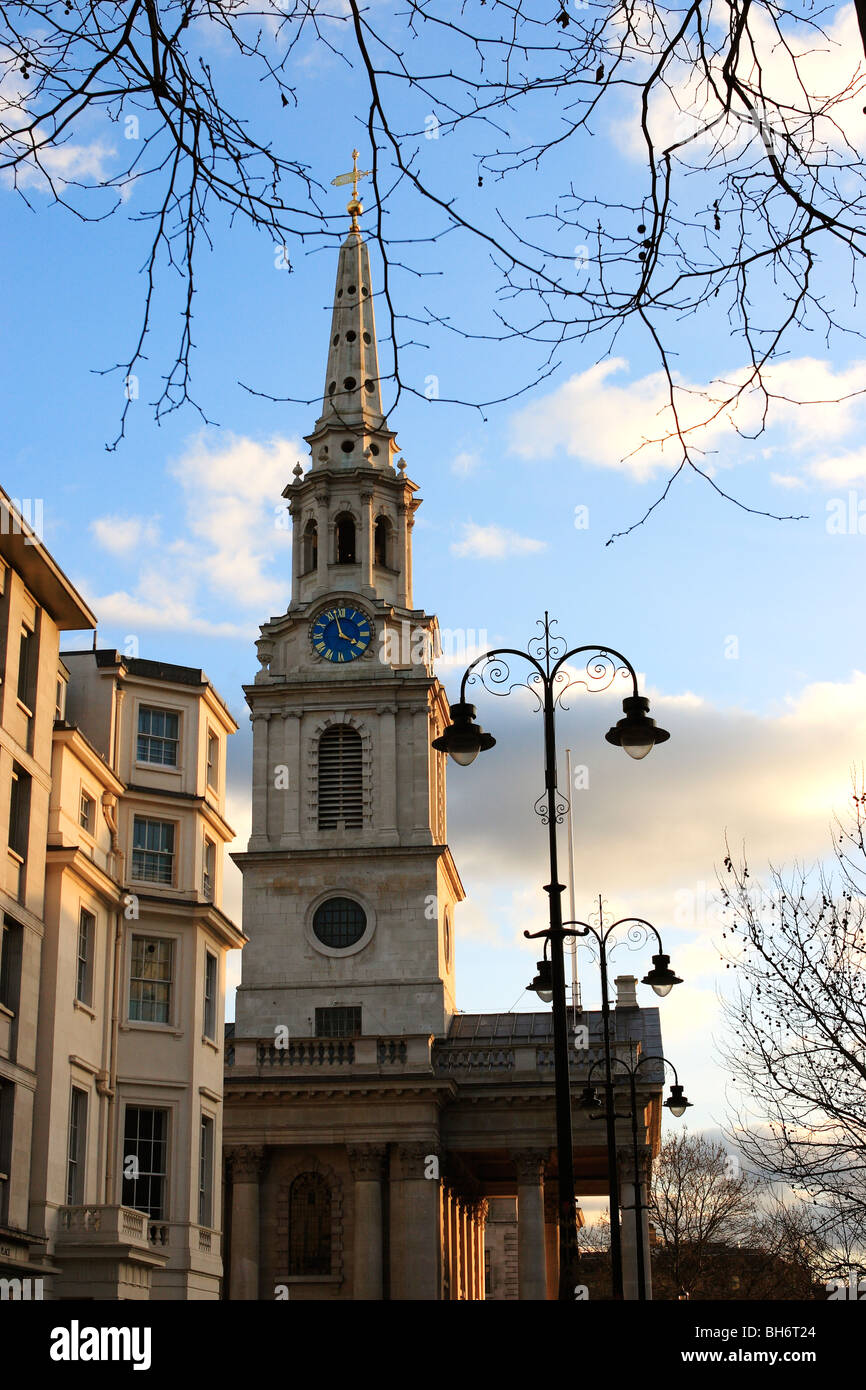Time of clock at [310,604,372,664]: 3:57
